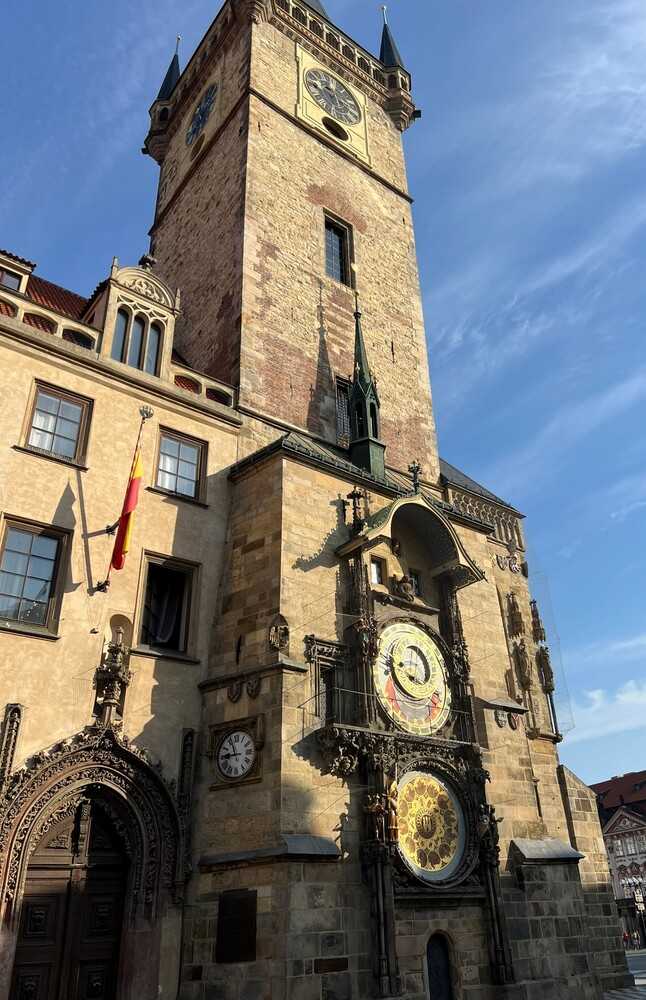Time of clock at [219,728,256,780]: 8:56
